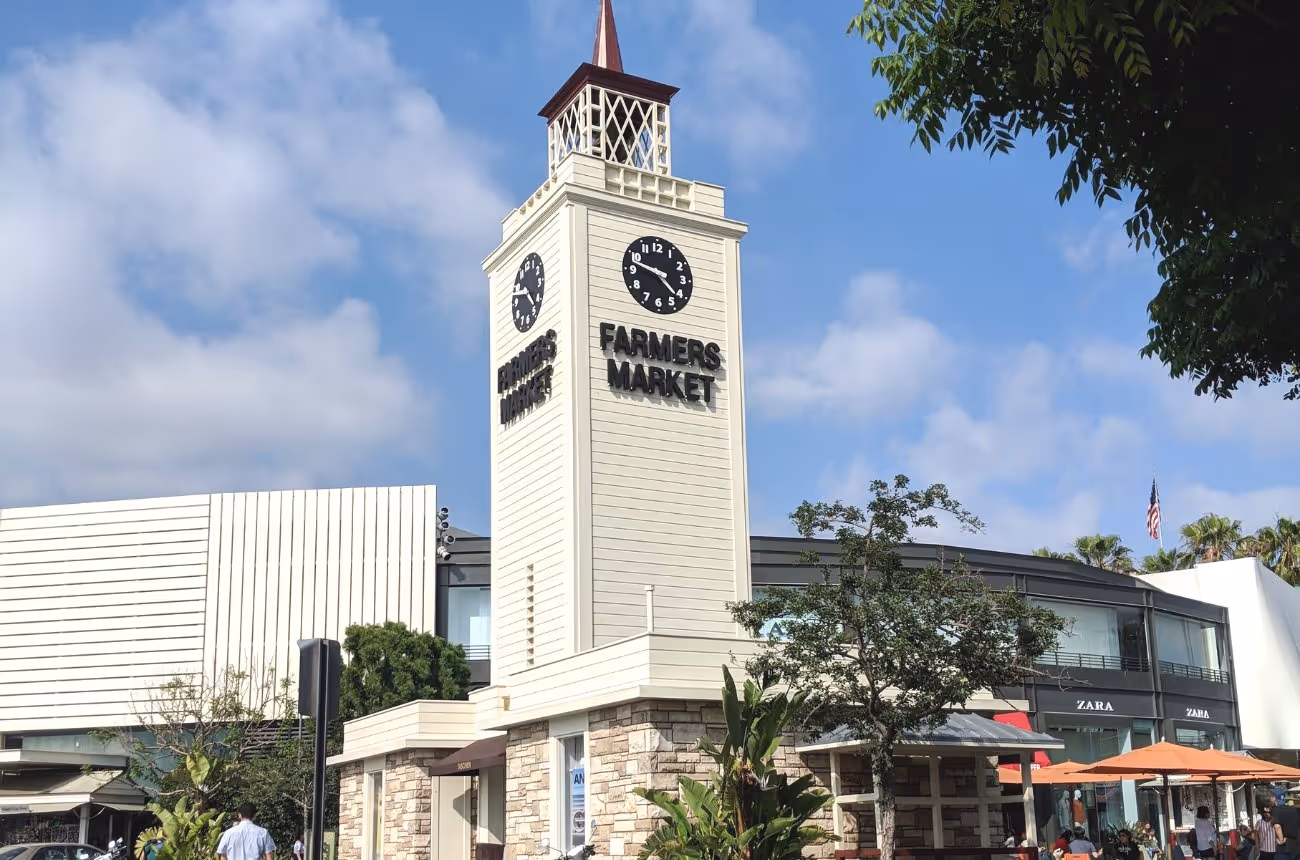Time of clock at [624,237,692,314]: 9:22
